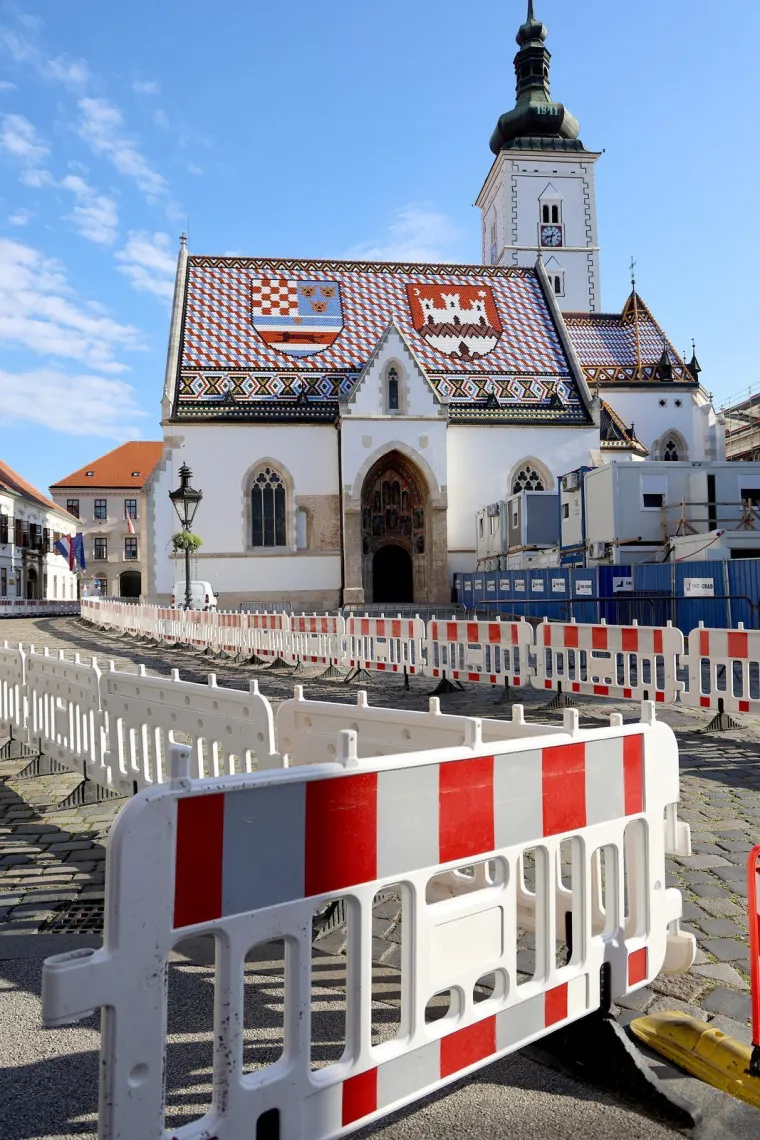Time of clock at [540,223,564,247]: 8:32
